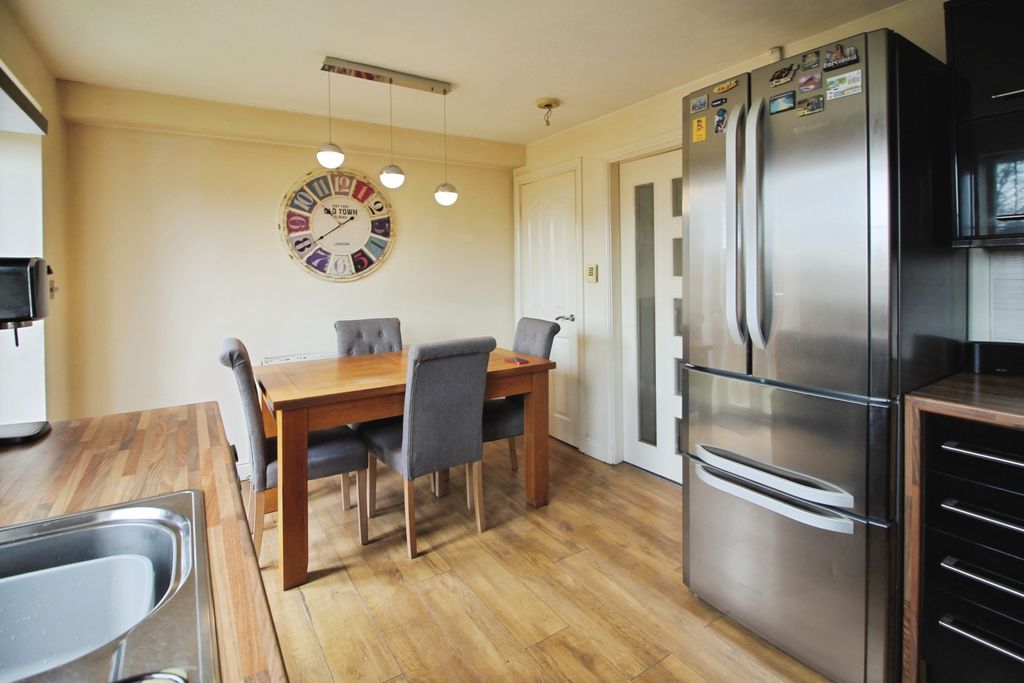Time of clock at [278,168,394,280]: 10:39
